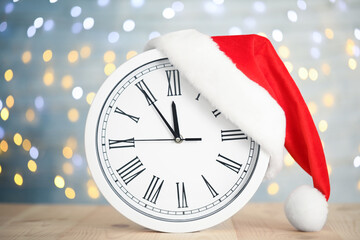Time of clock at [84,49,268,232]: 11:54
